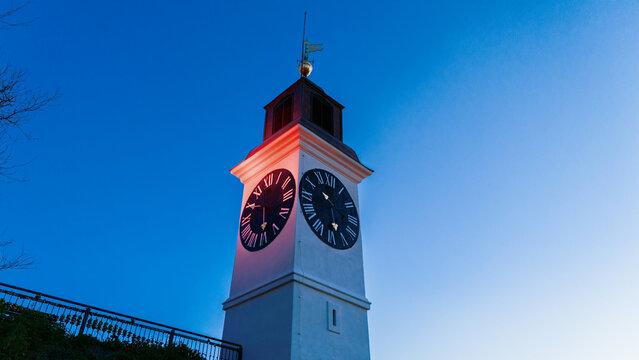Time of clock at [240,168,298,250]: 5:49
